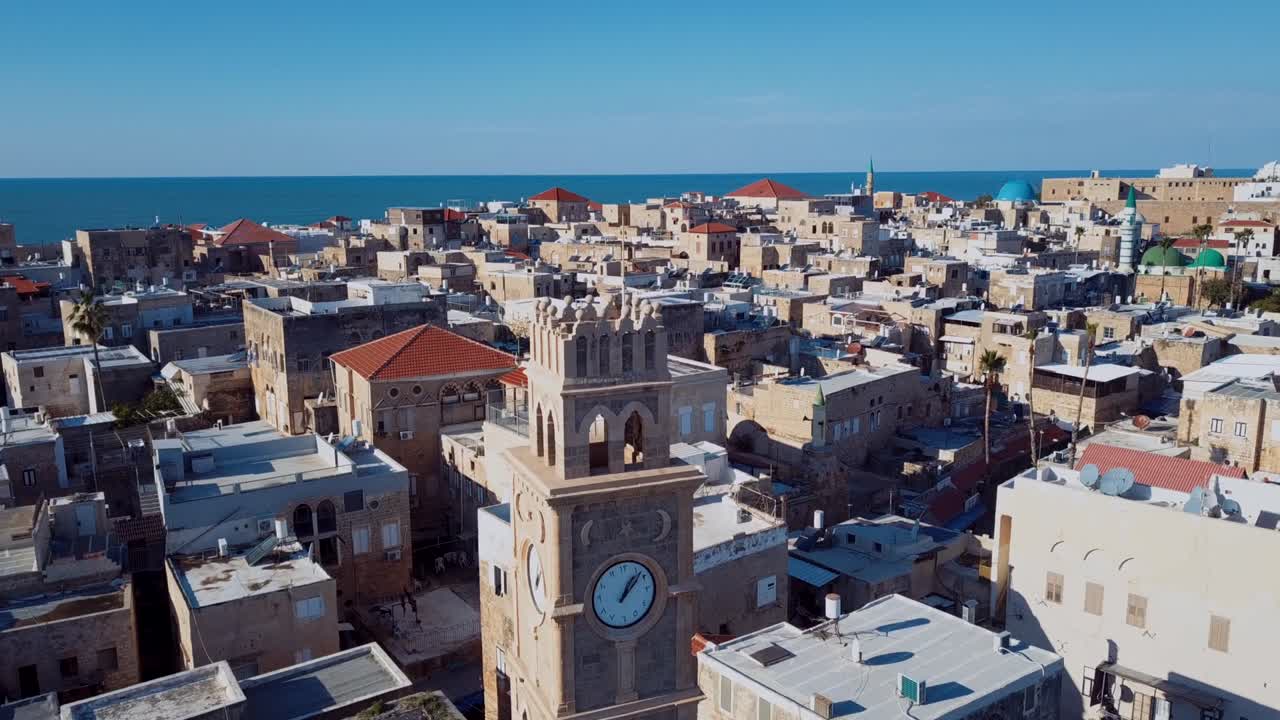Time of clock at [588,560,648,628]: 1:07
